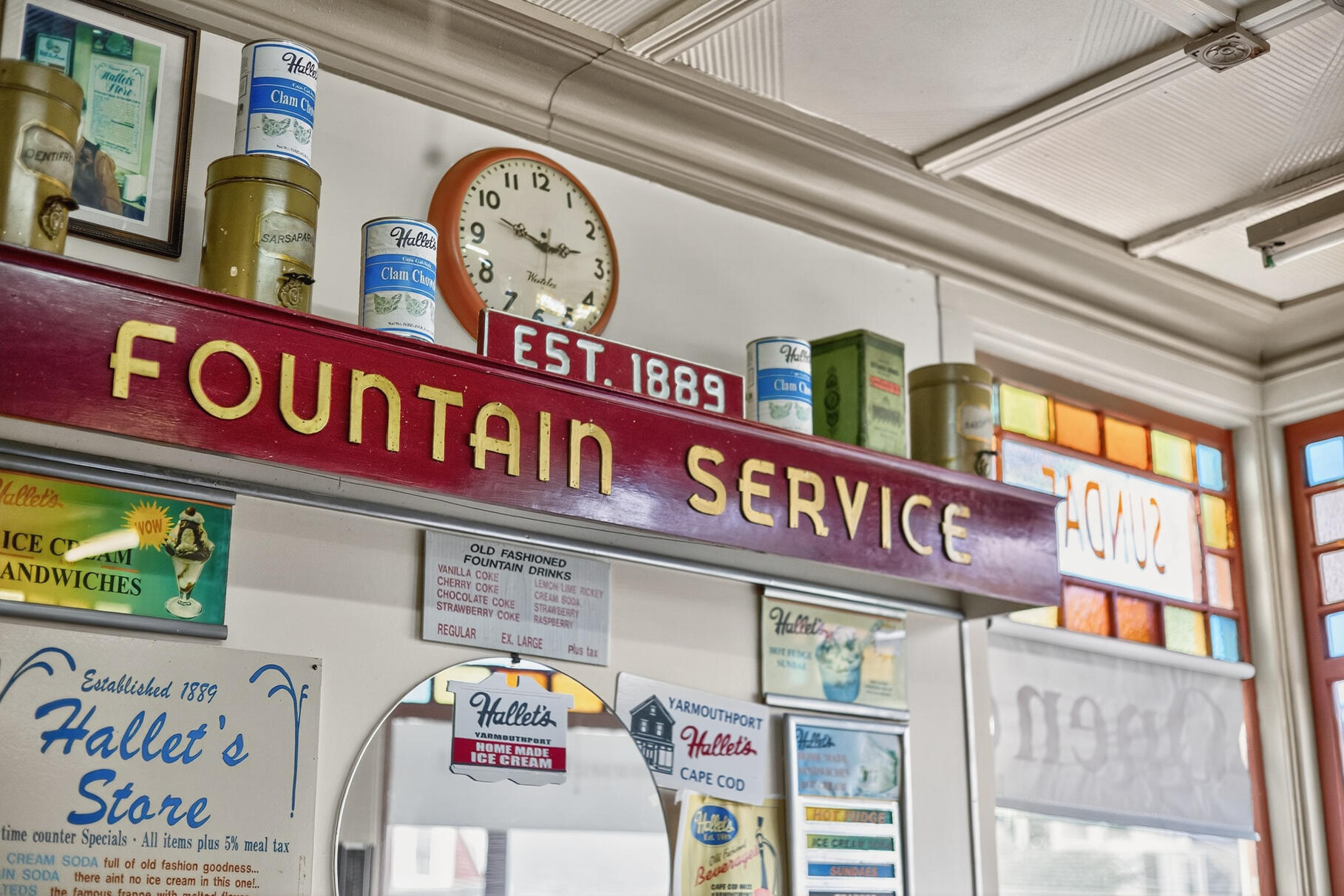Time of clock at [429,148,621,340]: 2:48
